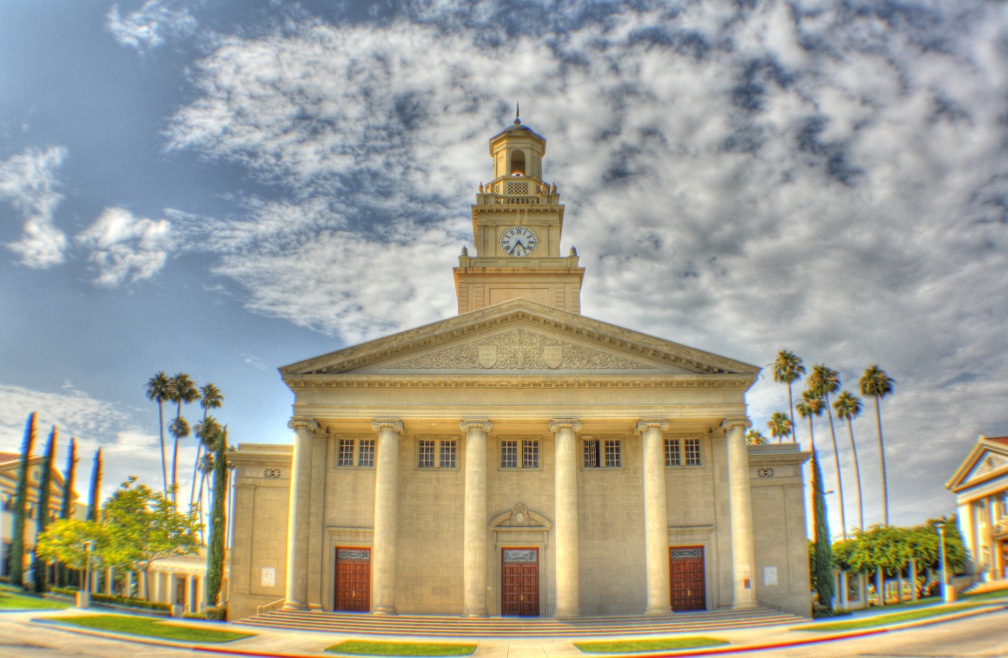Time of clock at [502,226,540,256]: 4:35
